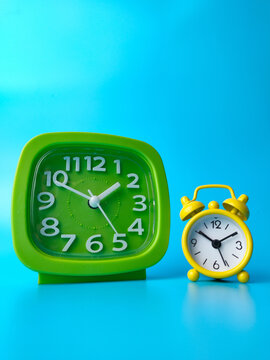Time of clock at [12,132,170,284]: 1:49
